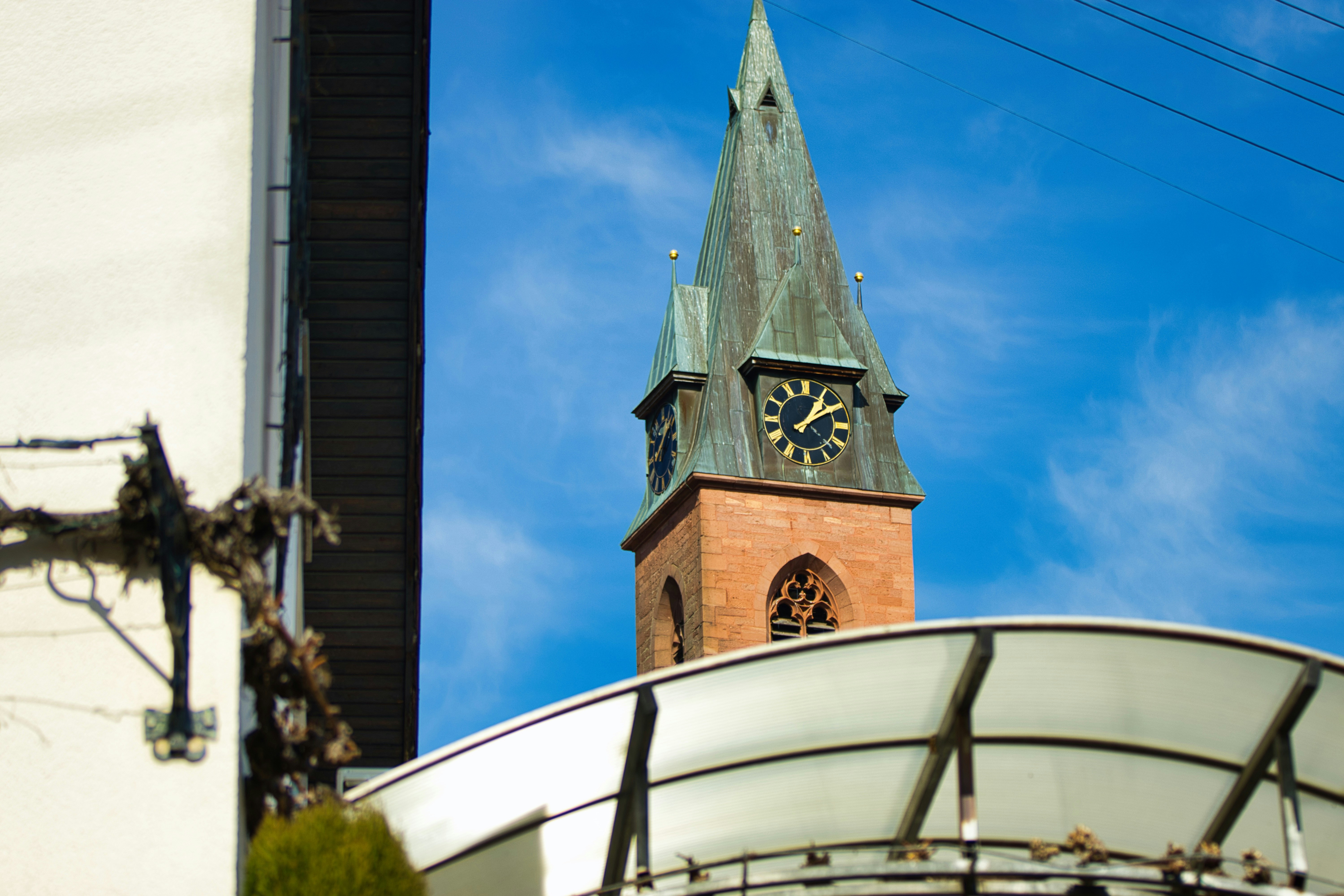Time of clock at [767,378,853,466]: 1:09
